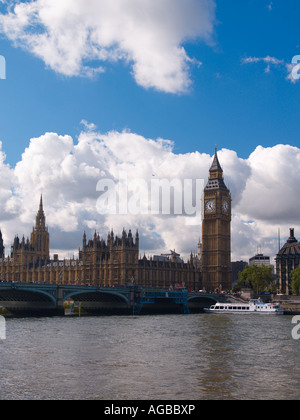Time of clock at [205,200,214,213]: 12:23
